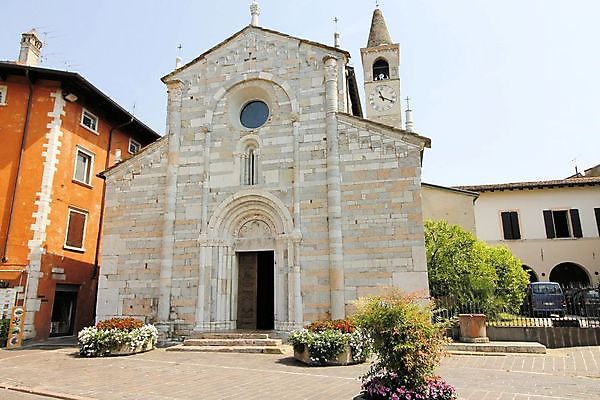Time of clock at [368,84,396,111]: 11:18
